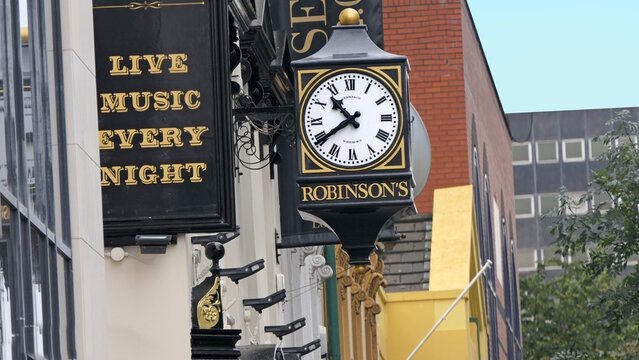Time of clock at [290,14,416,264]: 10:39
